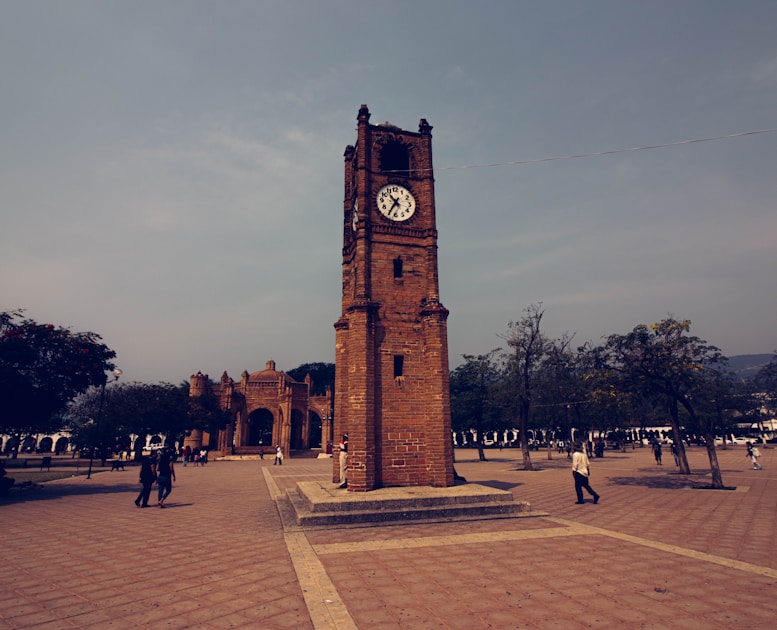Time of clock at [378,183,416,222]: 10:35
